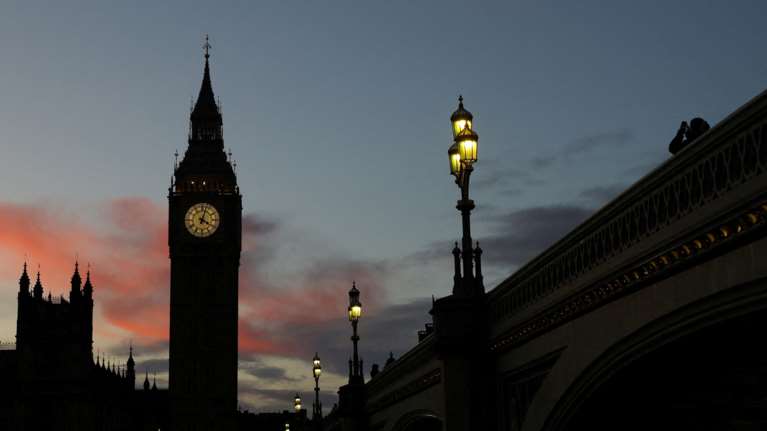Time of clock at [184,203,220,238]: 4:02
